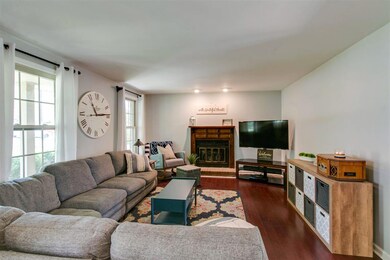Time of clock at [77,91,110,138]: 11:13
